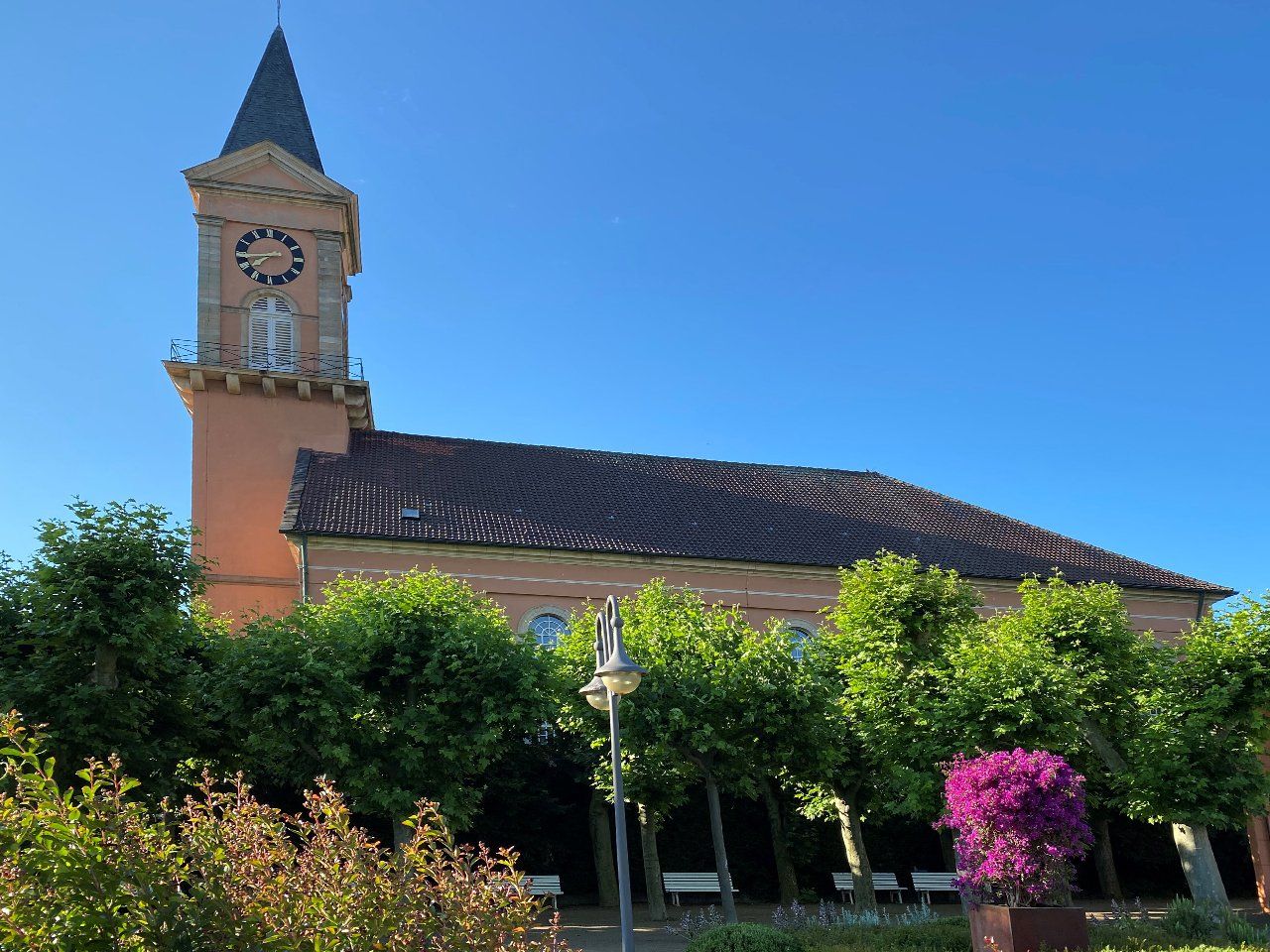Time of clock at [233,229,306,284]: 7:43
